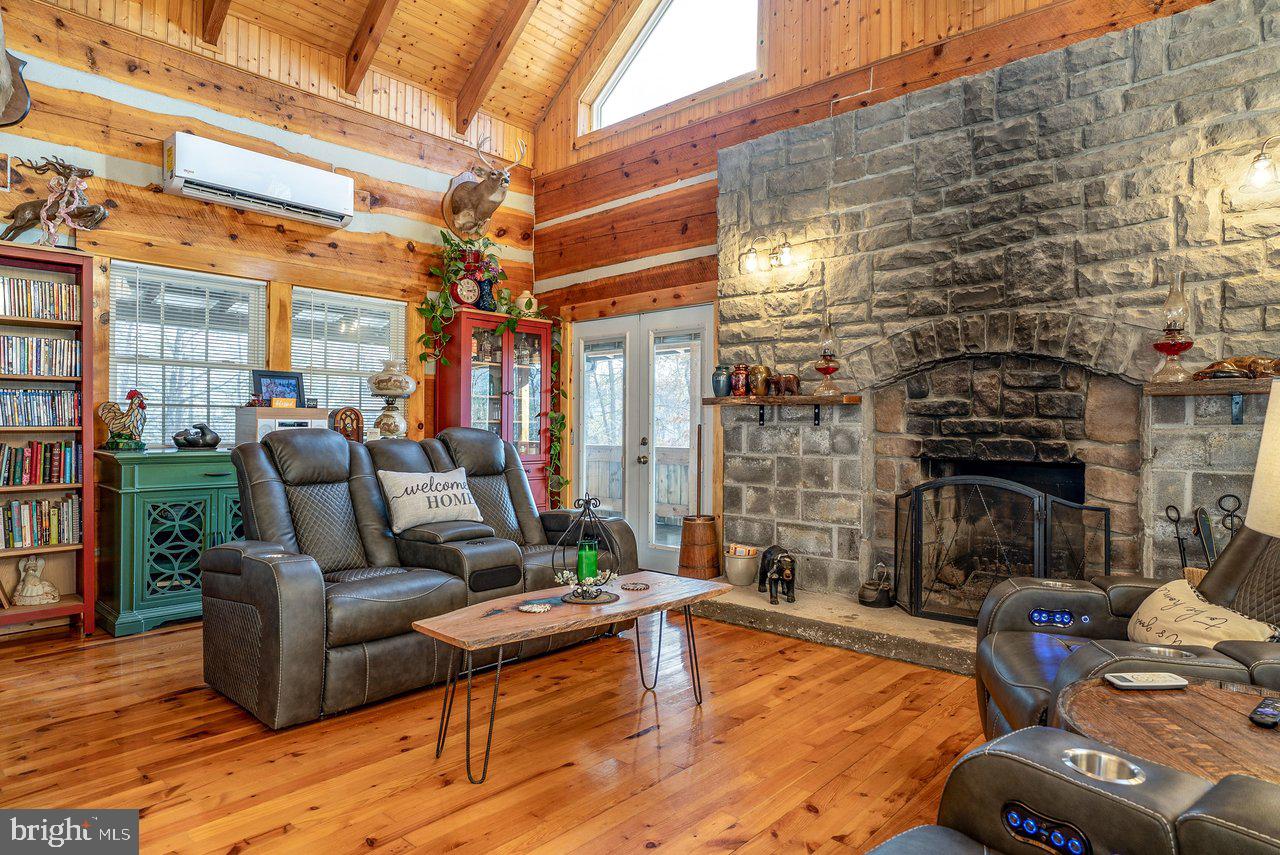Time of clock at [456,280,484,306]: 3:13
